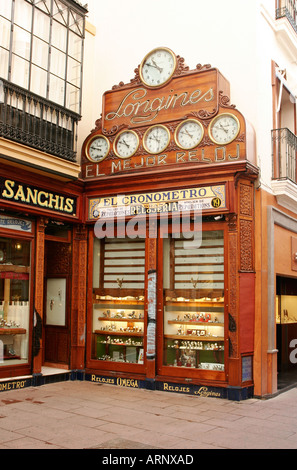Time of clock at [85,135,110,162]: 9:48
